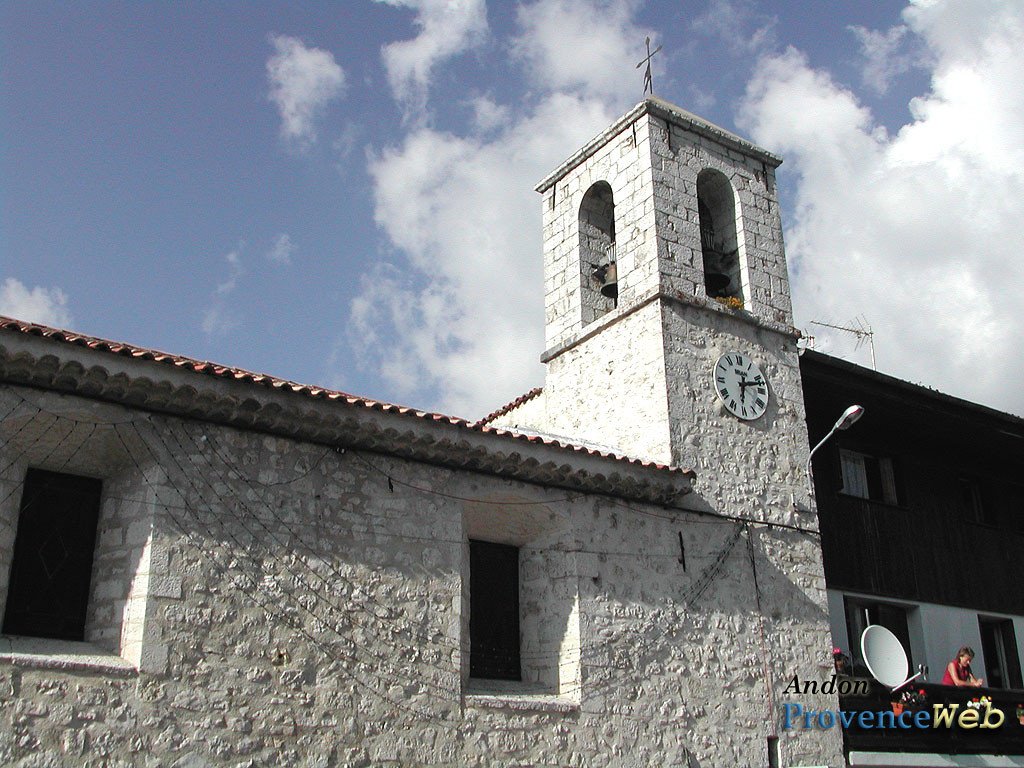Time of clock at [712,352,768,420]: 6:12
